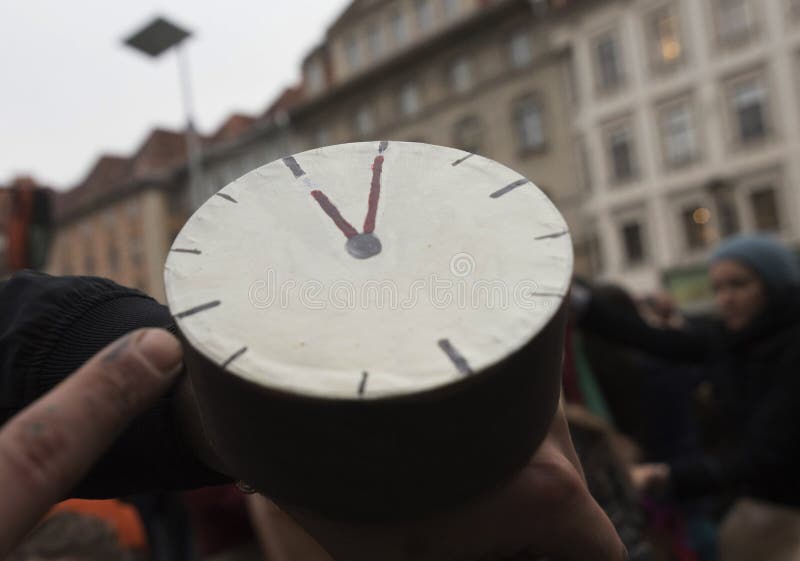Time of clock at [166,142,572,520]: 11:00
